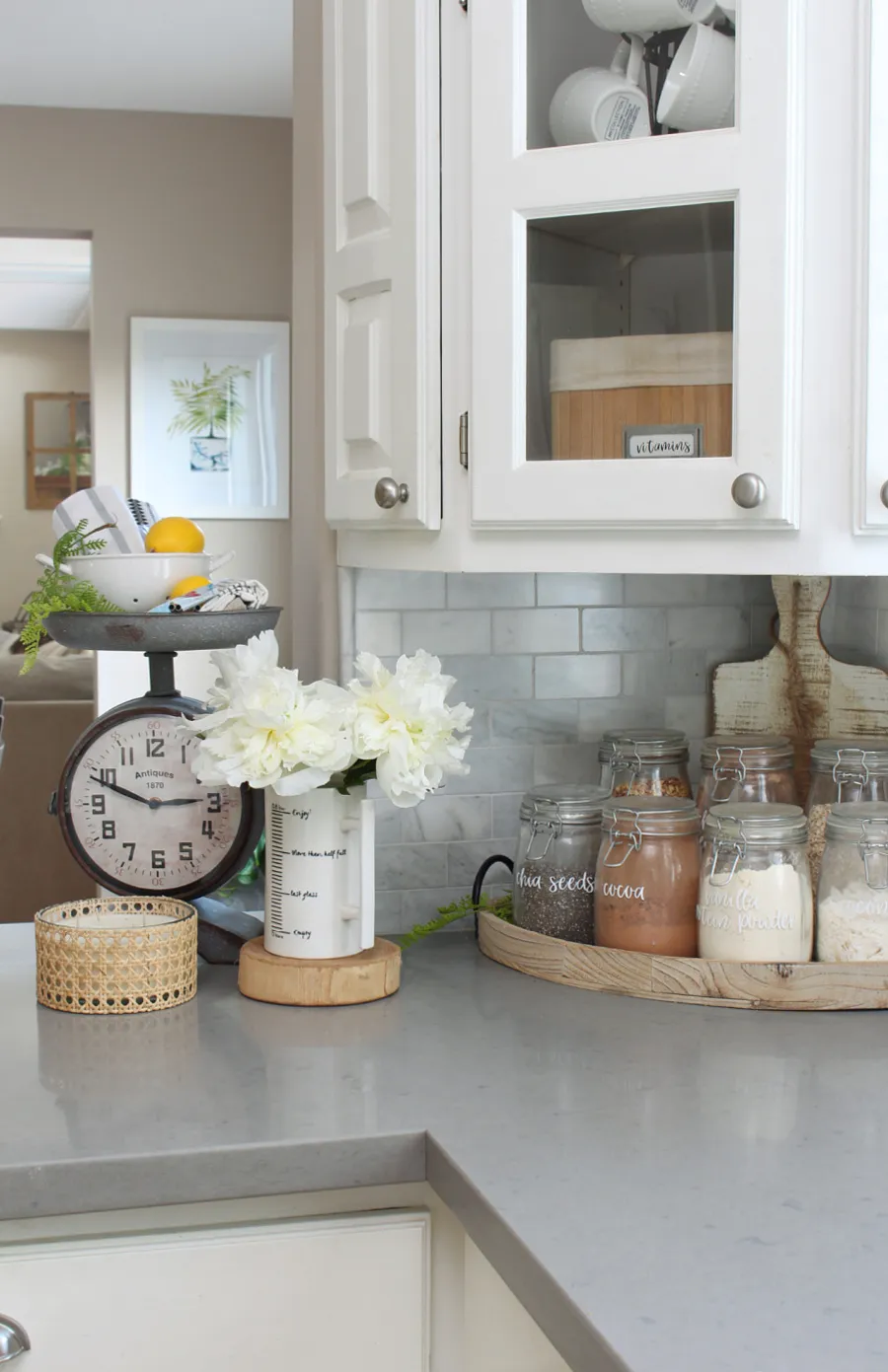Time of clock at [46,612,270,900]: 2:48
